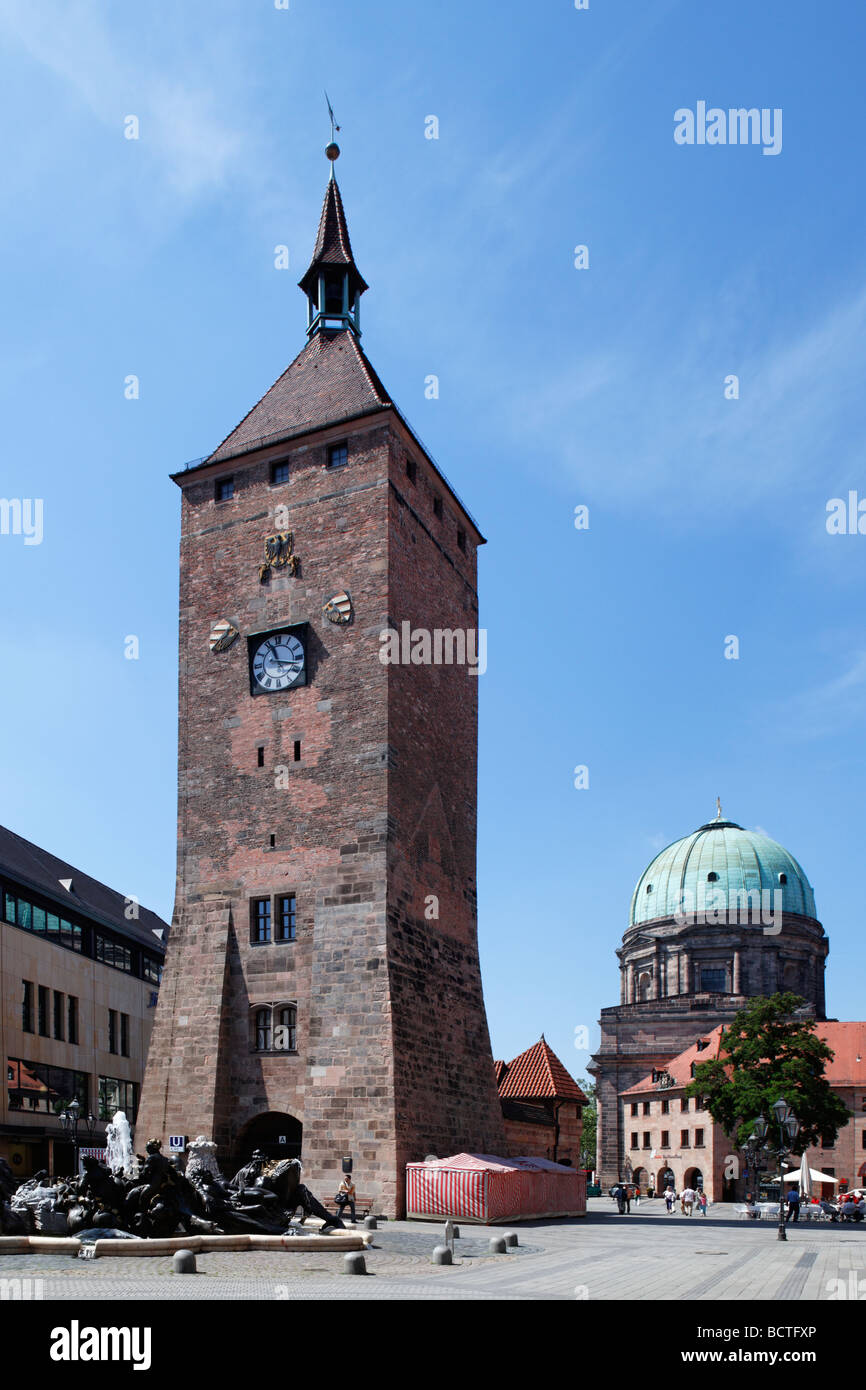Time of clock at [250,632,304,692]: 11:17
